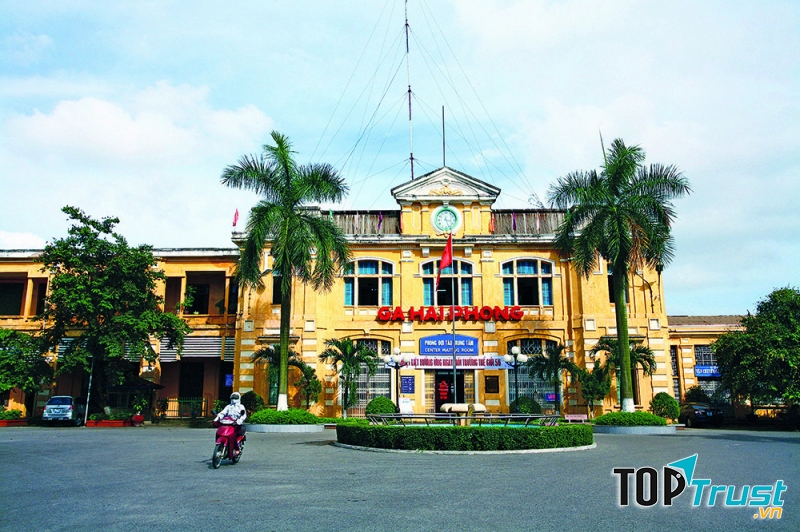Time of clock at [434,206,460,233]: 3:26
